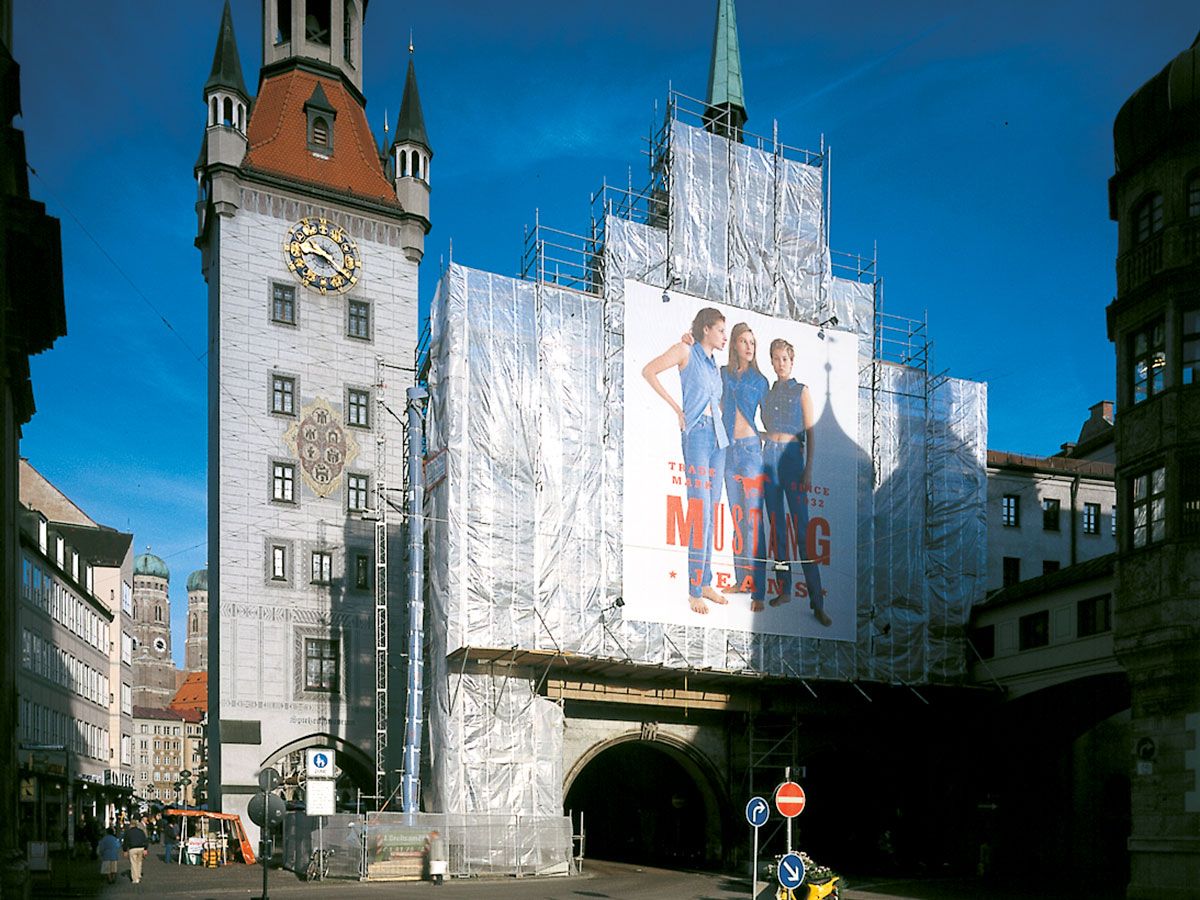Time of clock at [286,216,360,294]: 9:22
